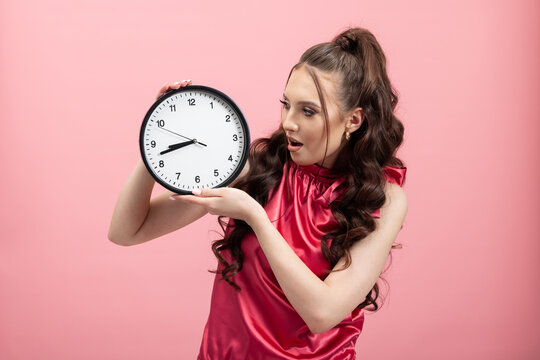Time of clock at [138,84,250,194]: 8:42
